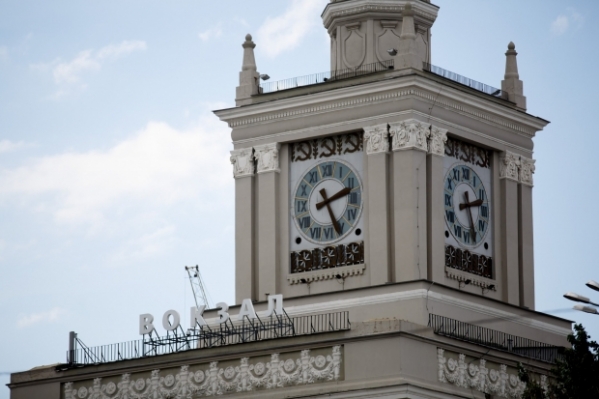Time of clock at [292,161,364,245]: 2:25
